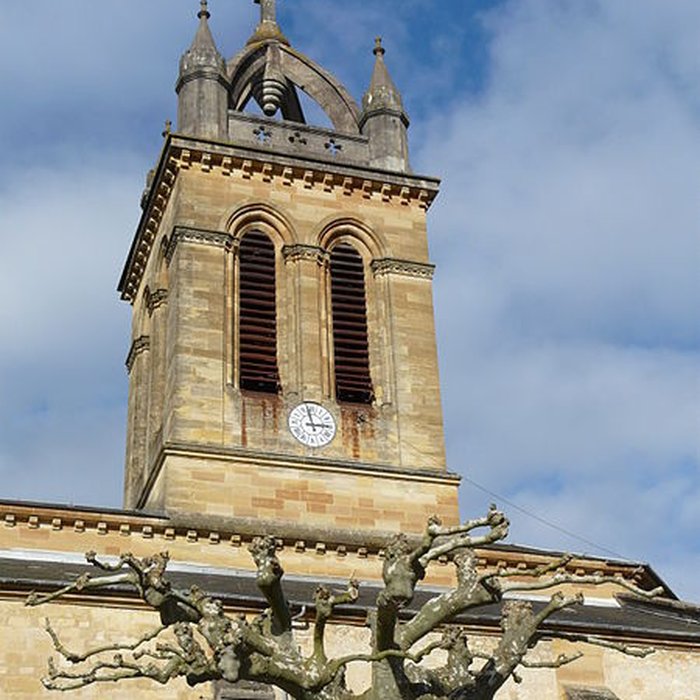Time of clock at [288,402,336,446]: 2:57
